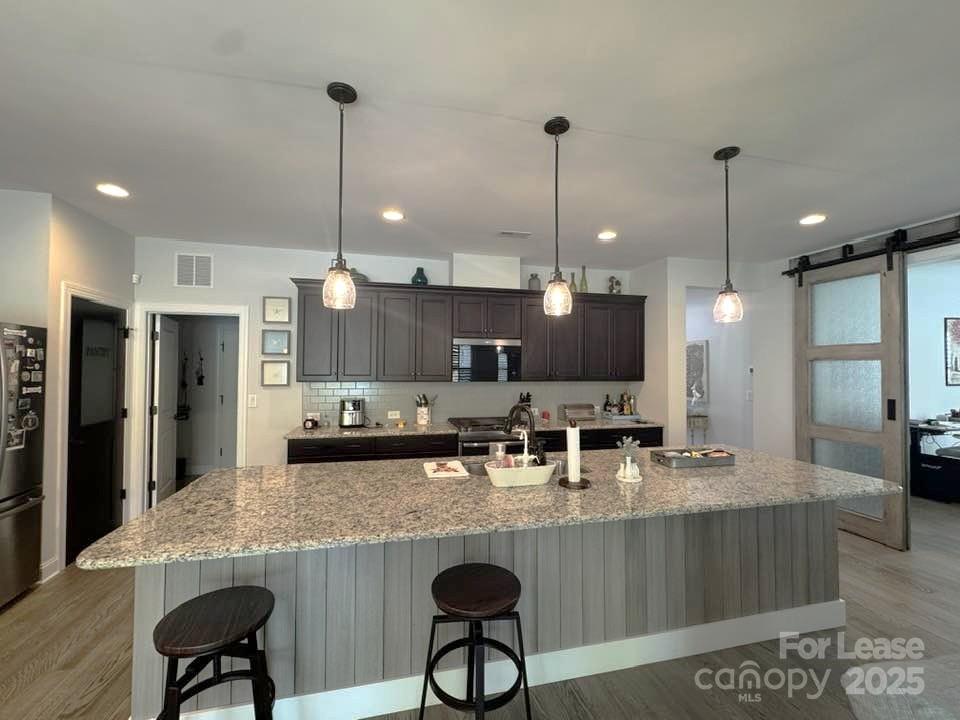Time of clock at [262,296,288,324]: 7:12
